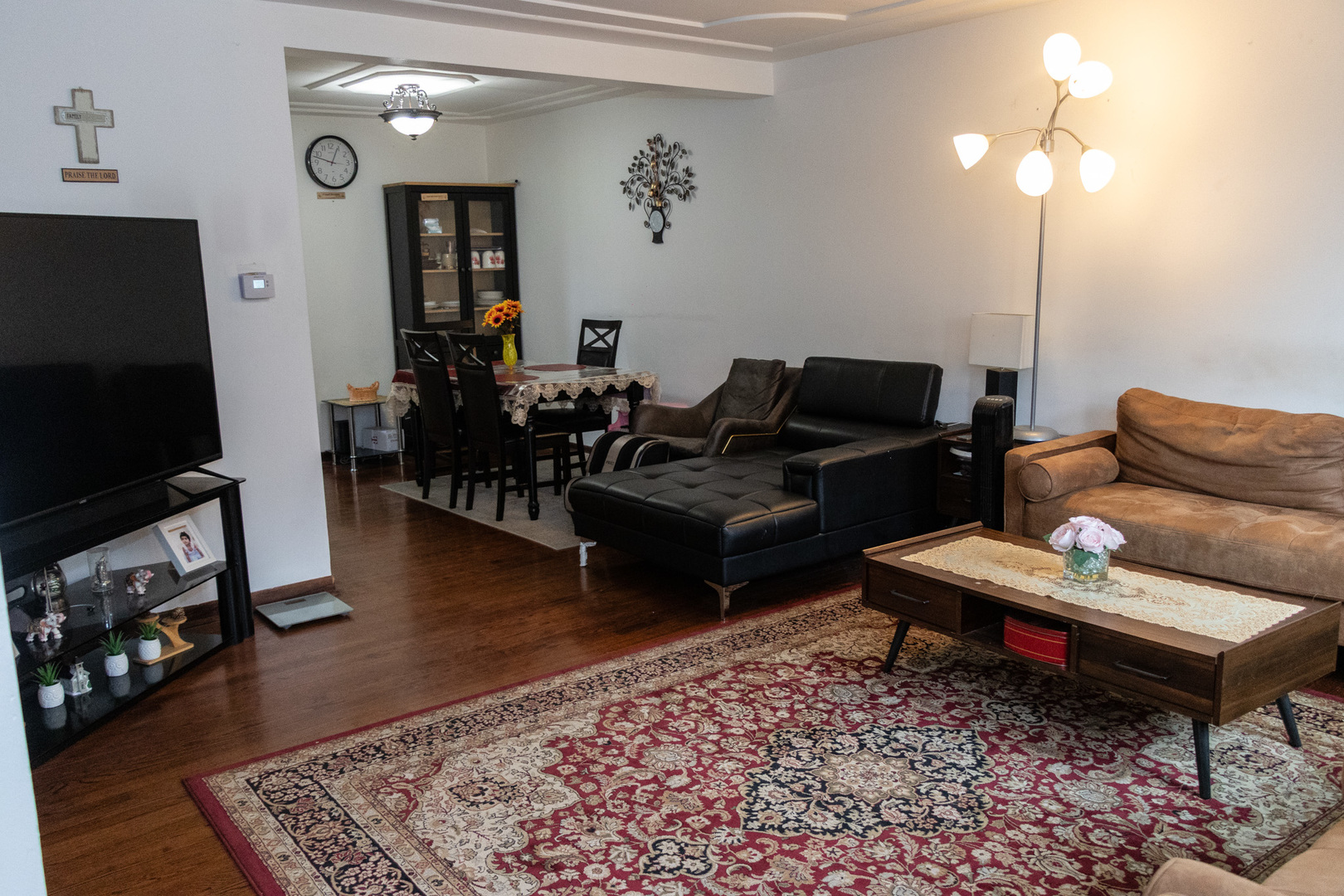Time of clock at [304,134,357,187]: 12:47
